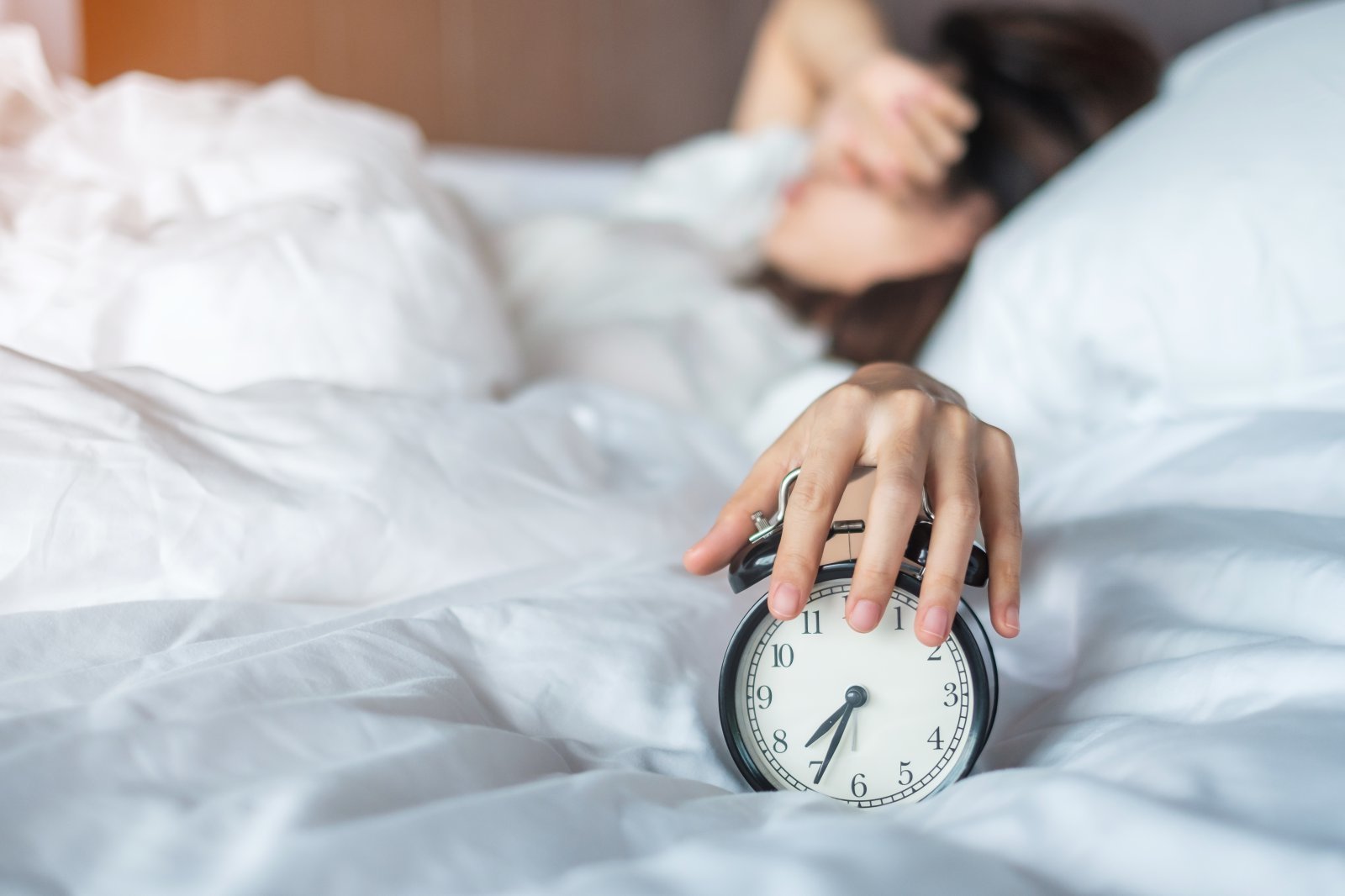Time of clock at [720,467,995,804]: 7:34
